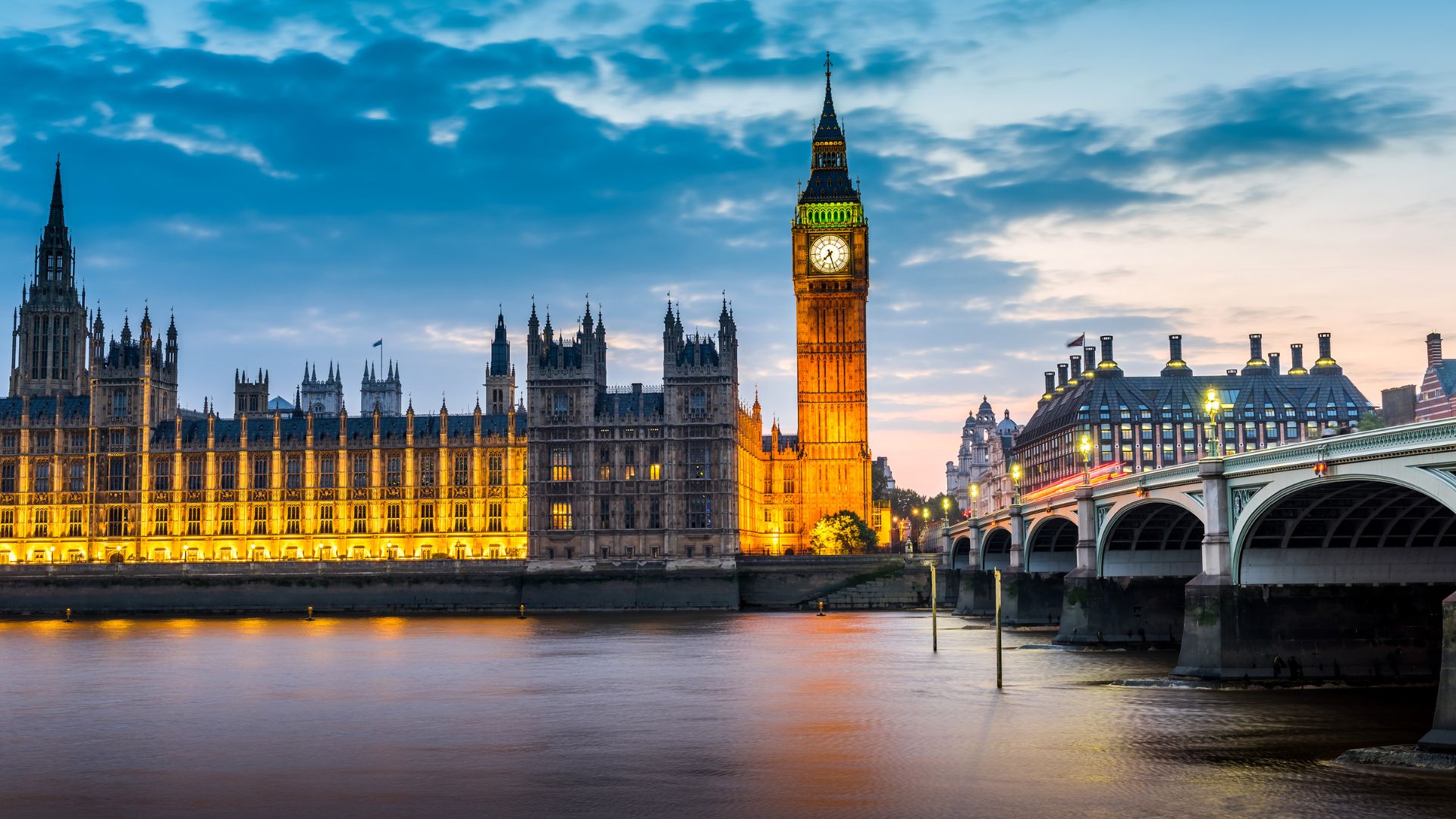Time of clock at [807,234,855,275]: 7:27
